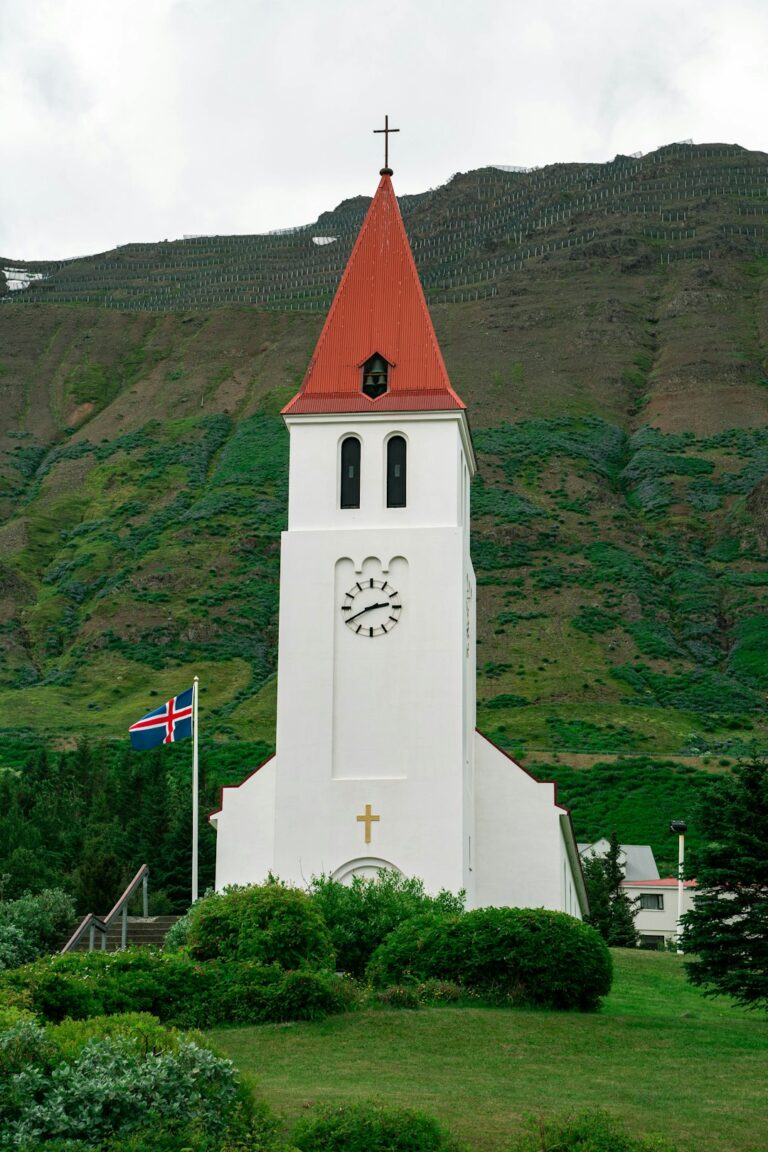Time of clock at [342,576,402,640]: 2:40
